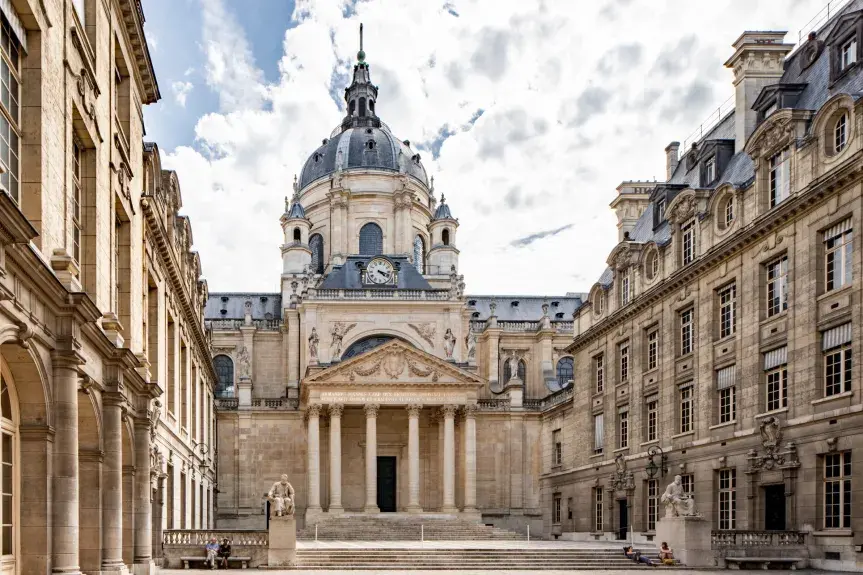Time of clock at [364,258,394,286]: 4:18
